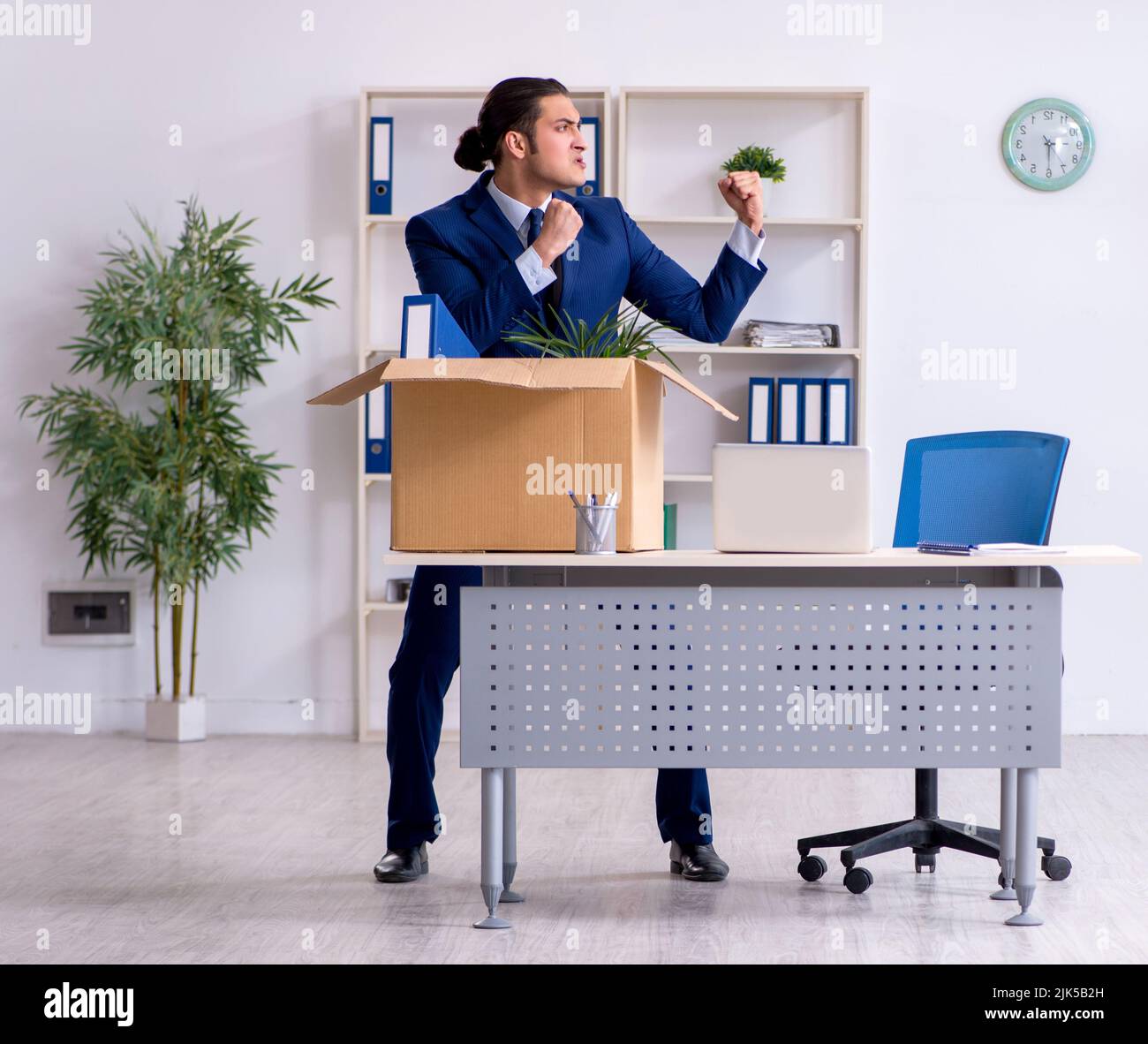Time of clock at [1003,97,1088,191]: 3:29
